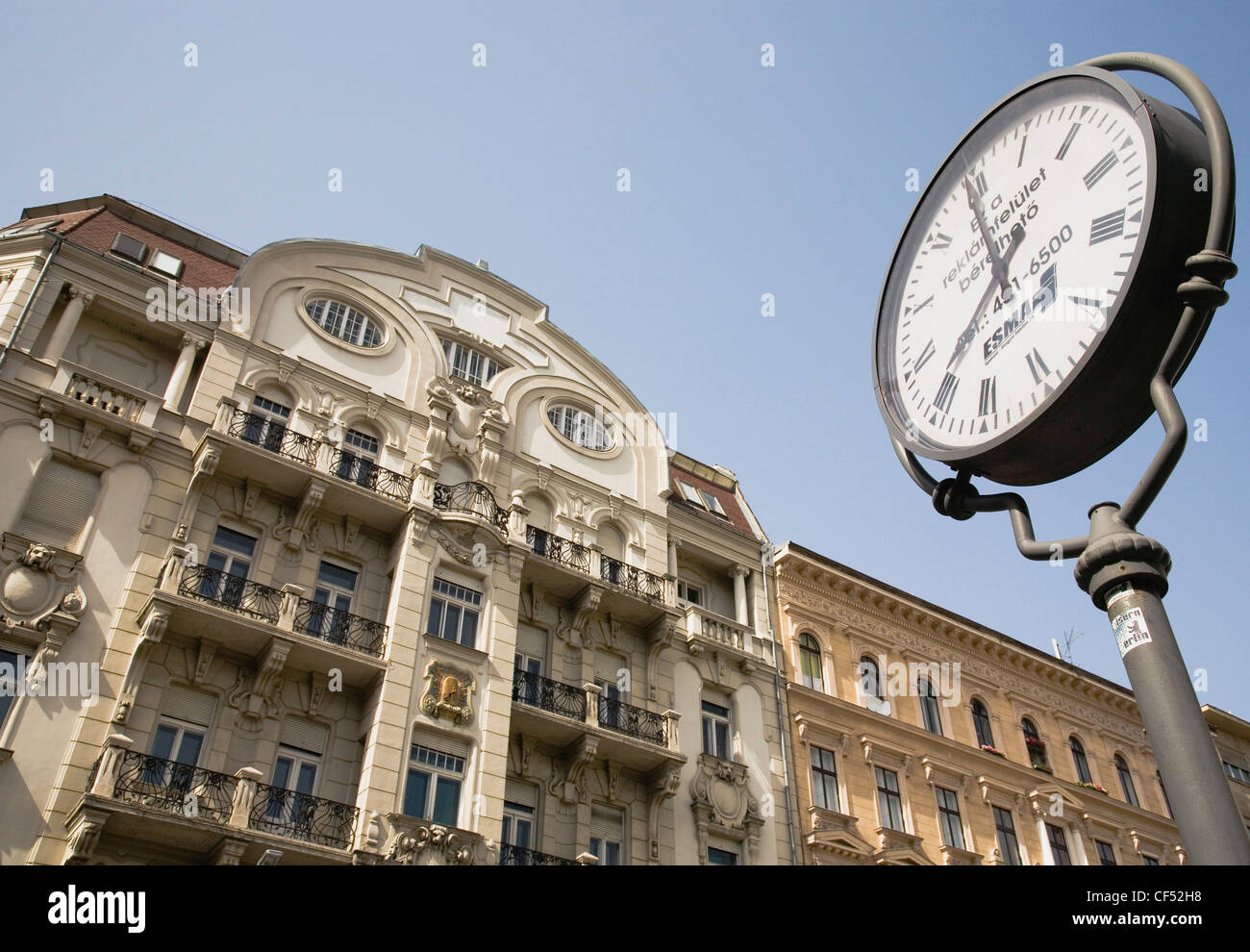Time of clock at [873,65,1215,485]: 12:35
